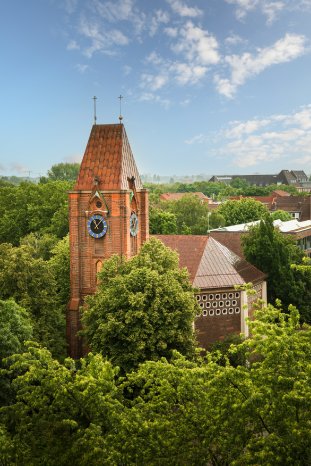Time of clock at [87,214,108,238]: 12:07
